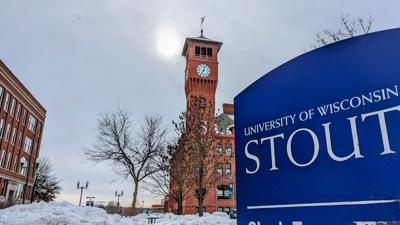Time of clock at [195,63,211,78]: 12:34
